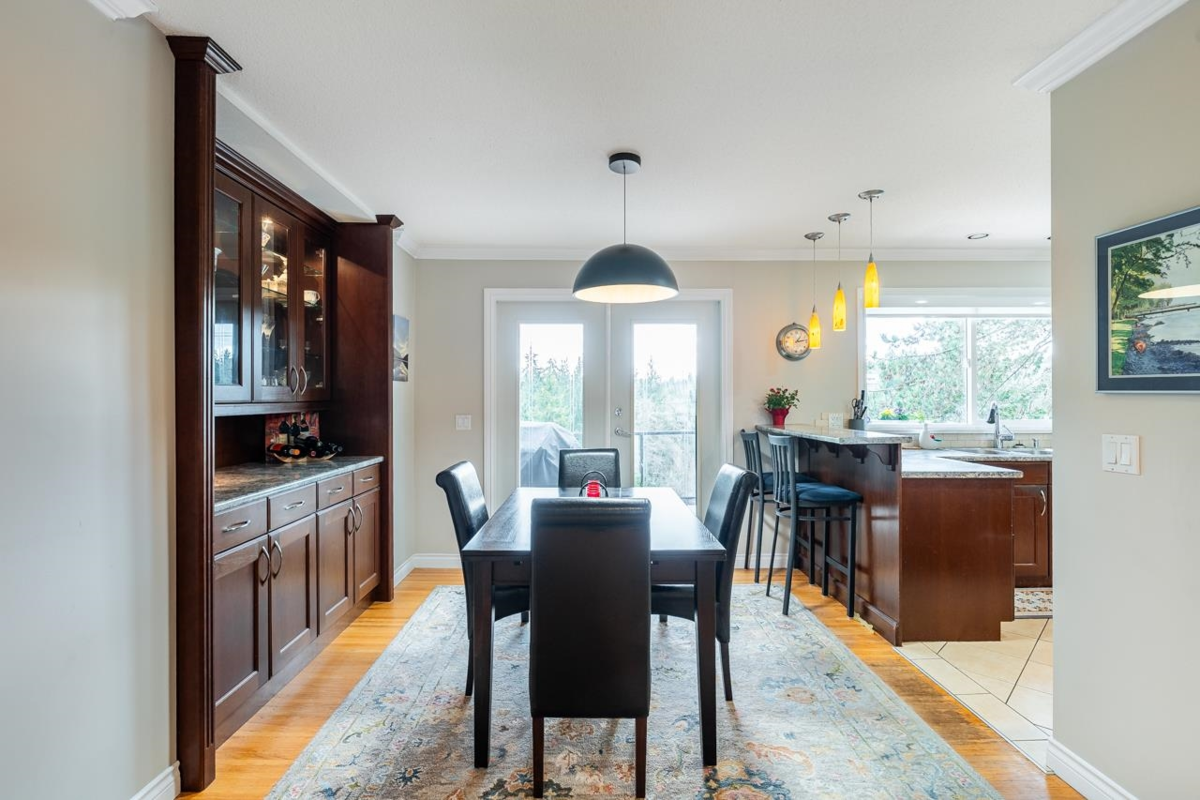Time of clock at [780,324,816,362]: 1:13
